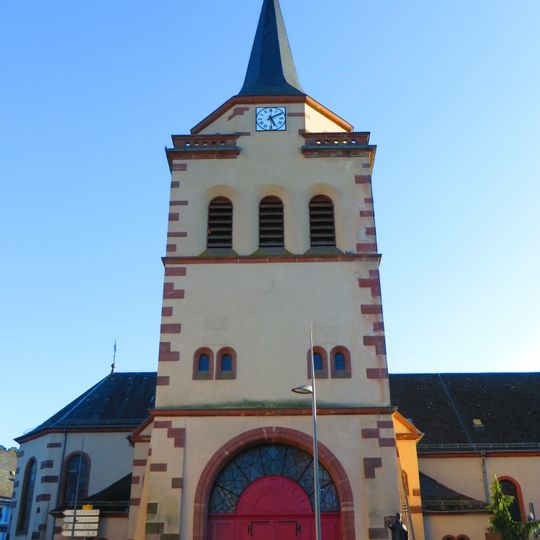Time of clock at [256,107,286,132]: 5:09
